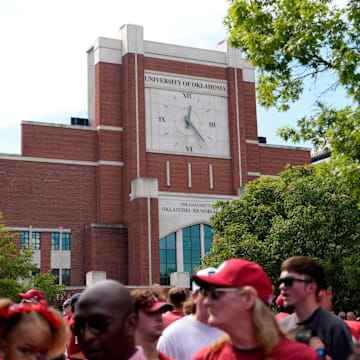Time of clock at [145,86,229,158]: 12:23
